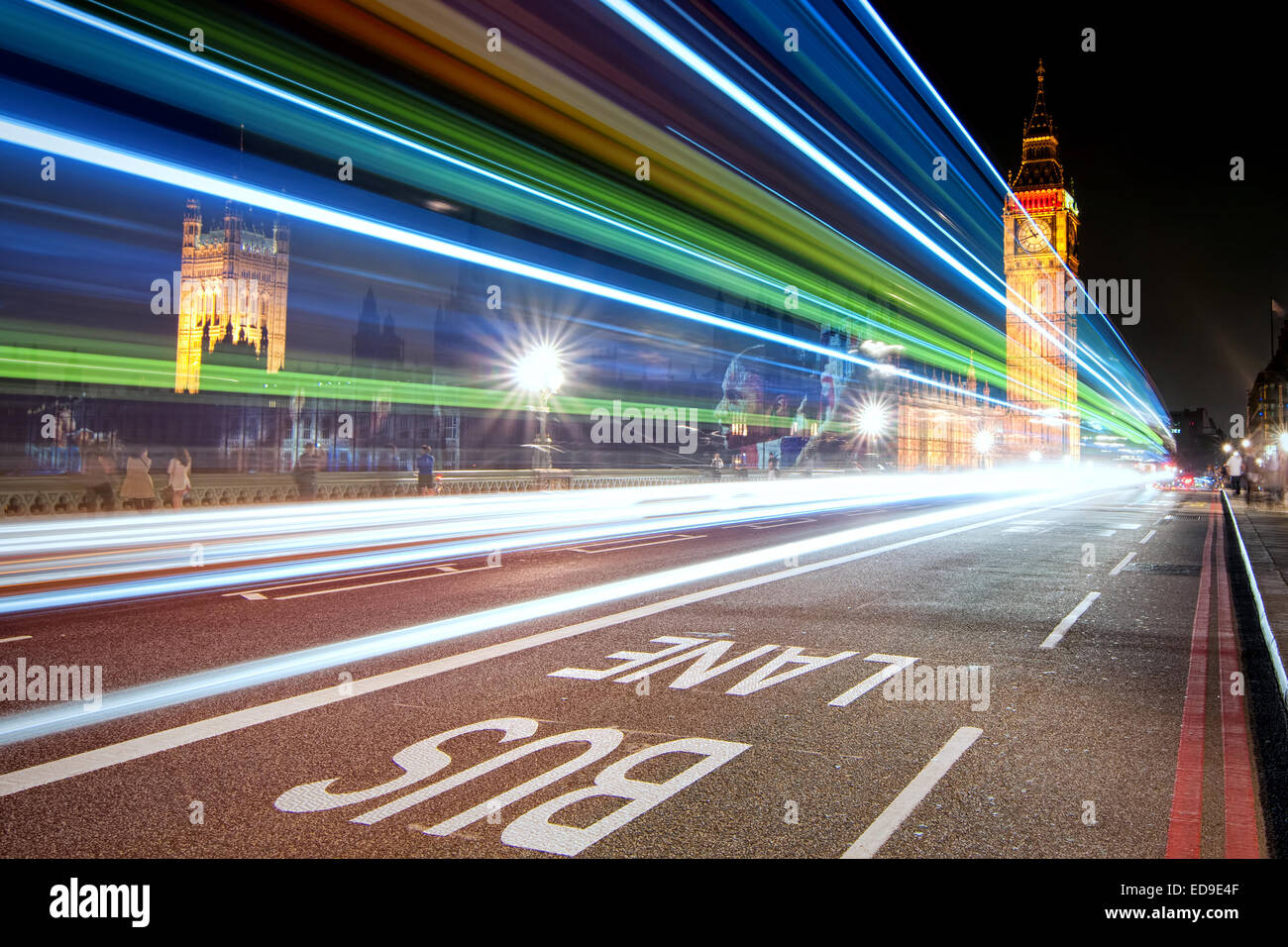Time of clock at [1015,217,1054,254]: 10:42
